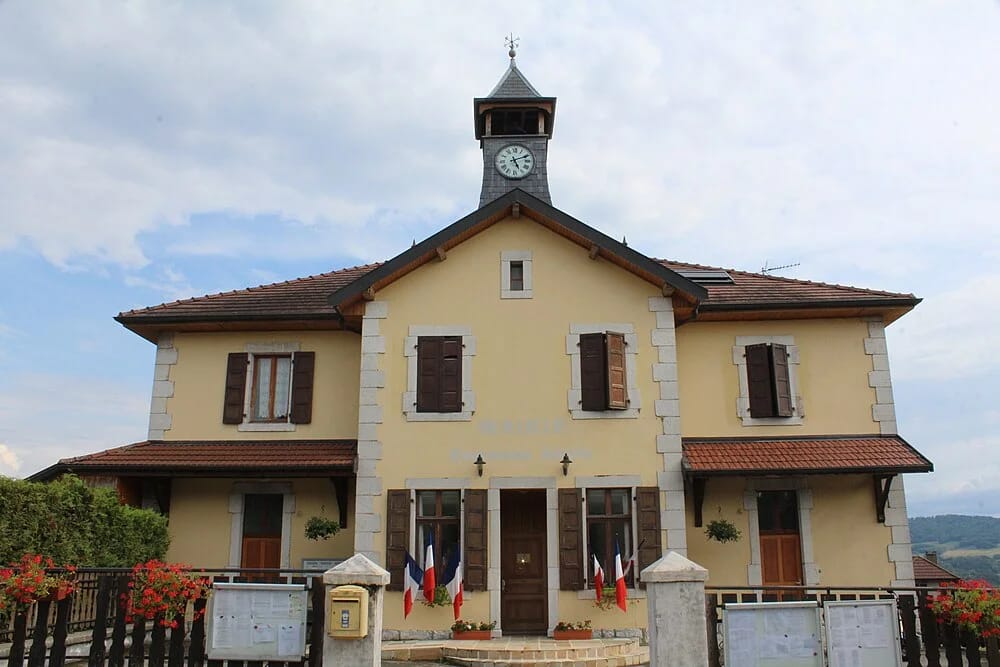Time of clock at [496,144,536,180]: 5:11
